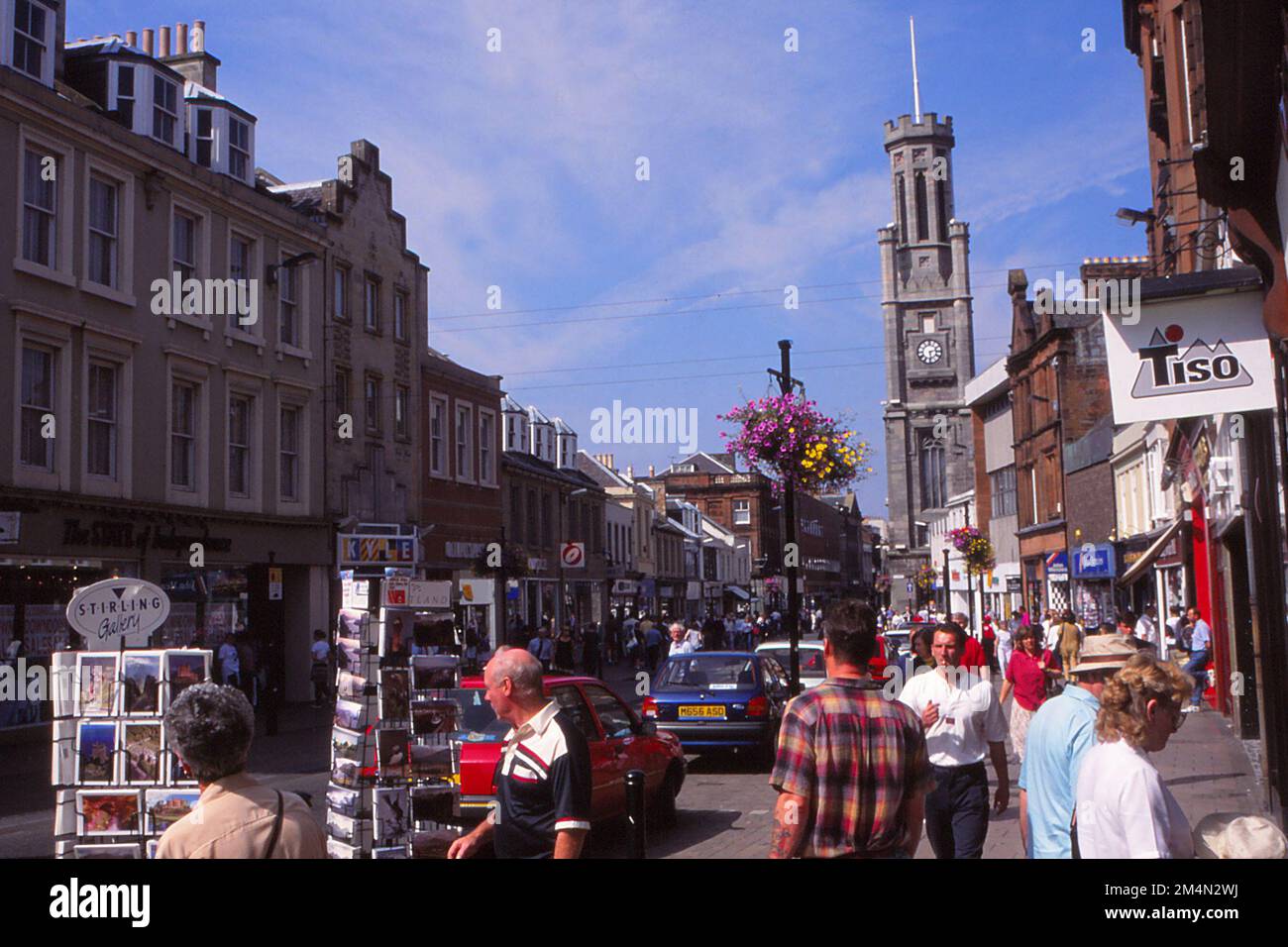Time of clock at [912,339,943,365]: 2:29
